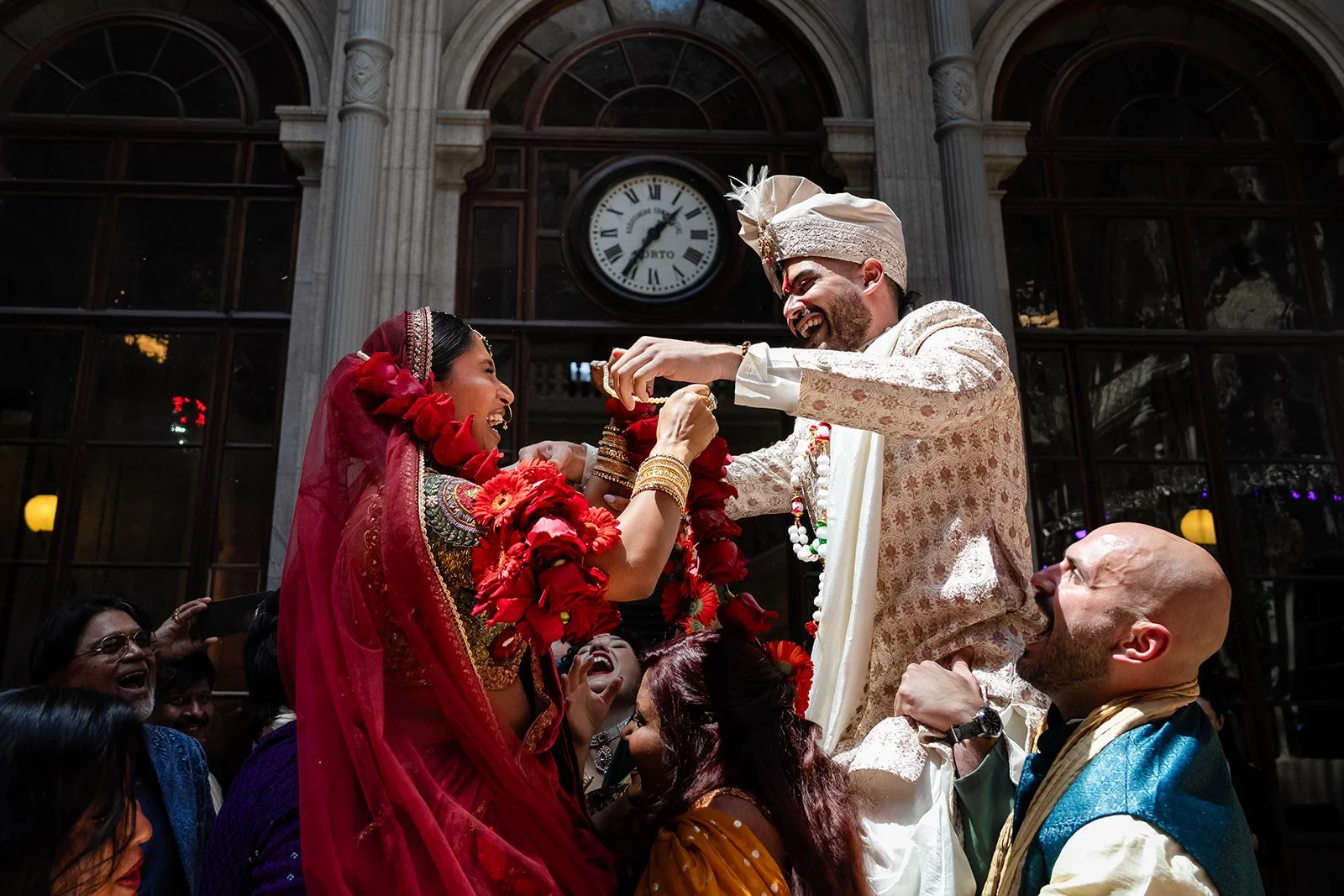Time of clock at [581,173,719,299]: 1:35
